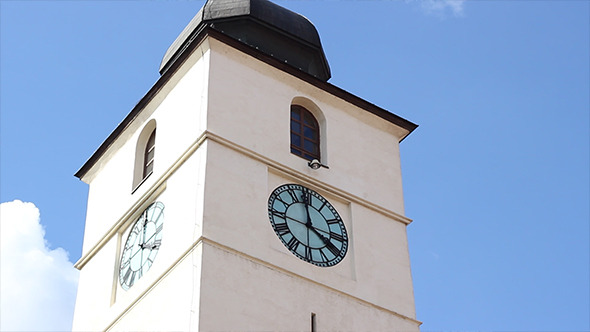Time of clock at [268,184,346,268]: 3:58
